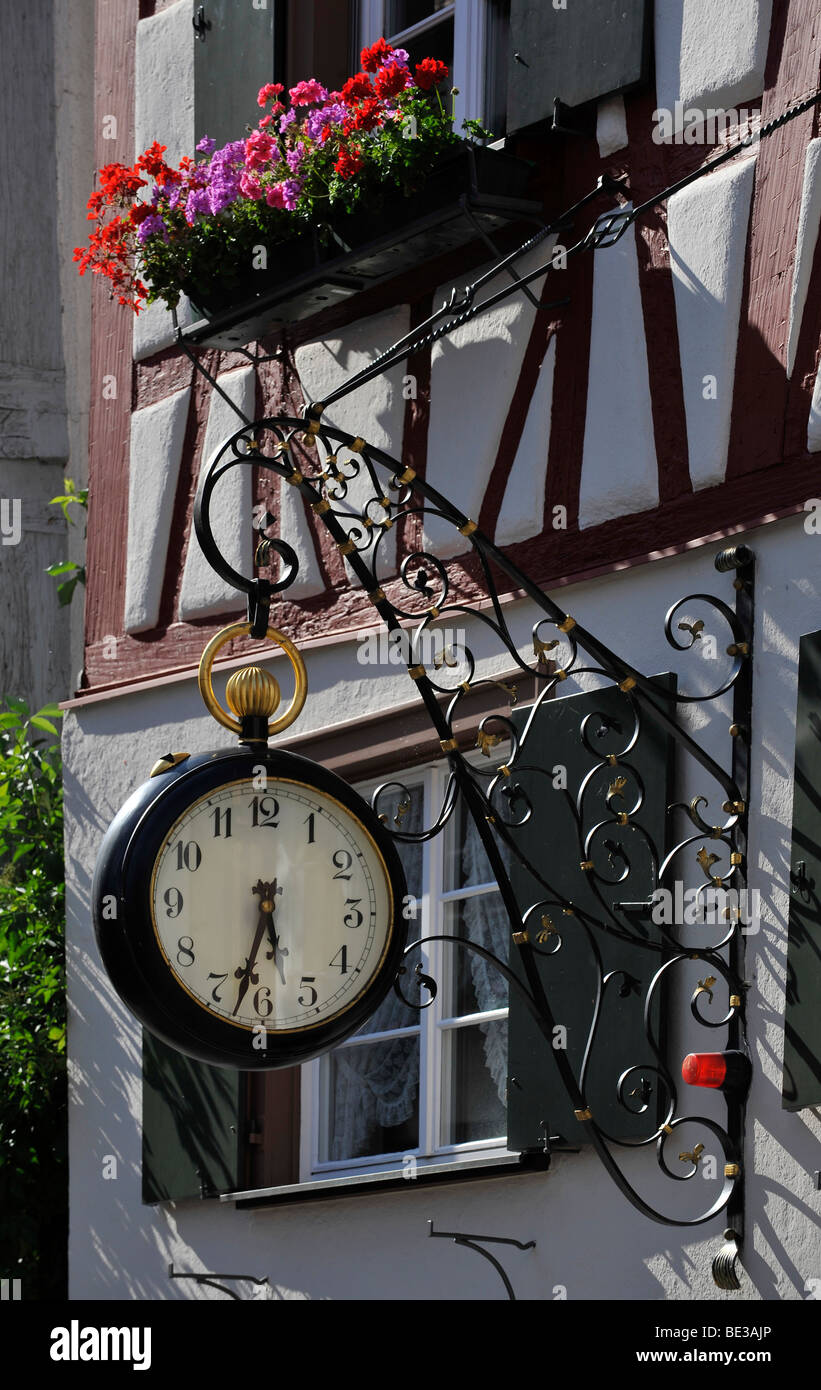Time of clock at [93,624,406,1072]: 5:32
